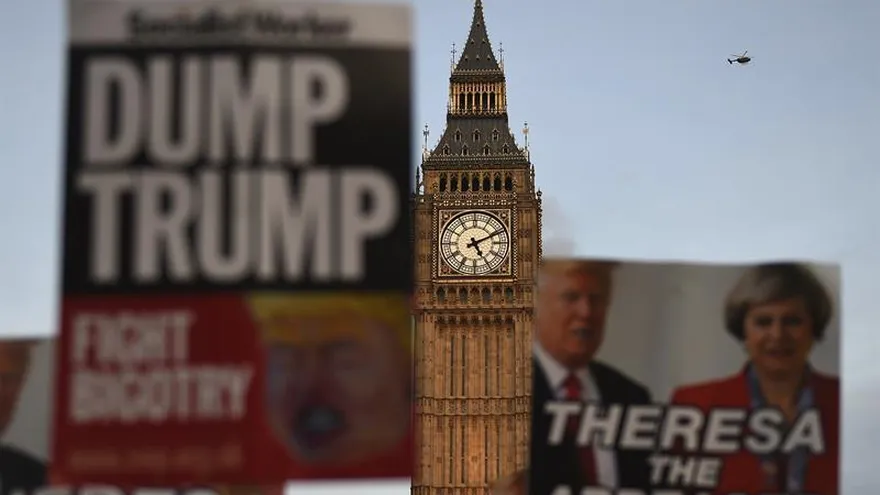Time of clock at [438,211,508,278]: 5:11
